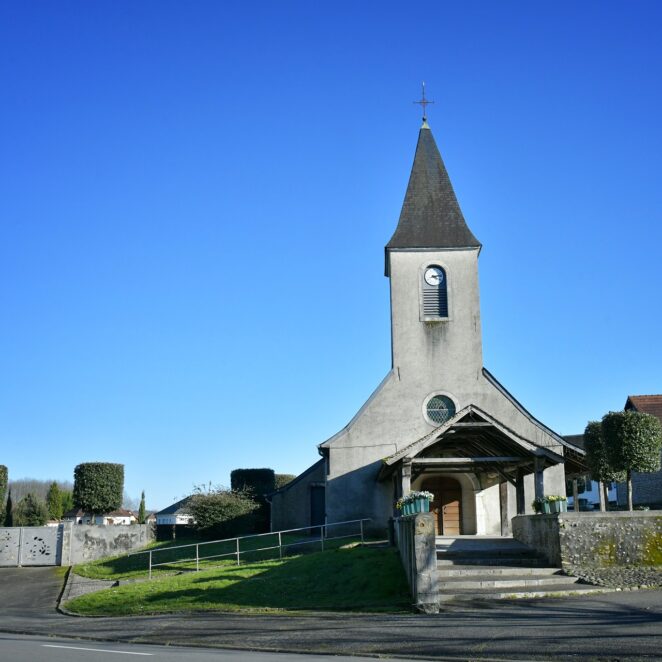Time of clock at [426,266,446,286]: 4:12
